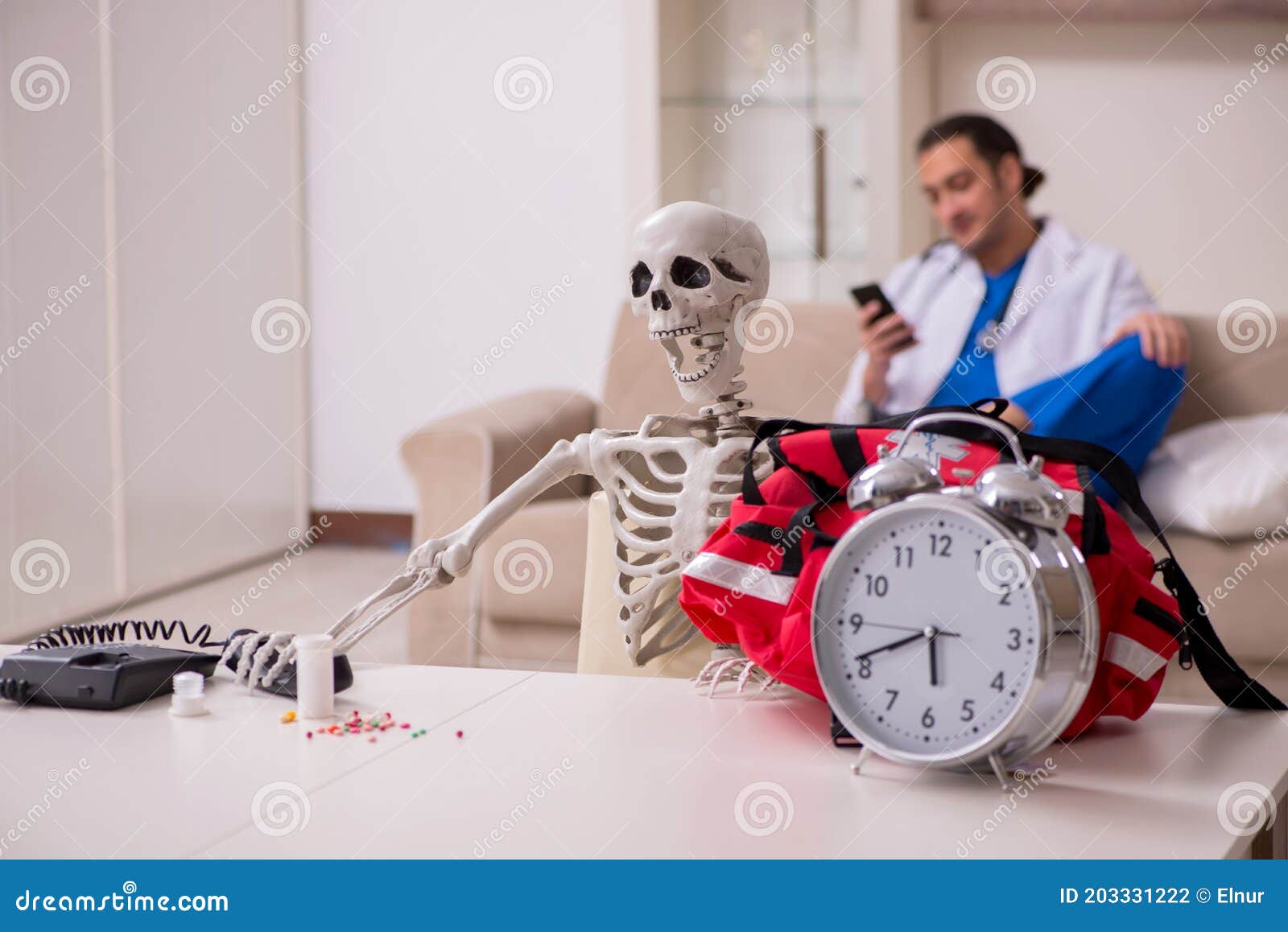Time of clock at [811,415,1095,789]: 5:41
